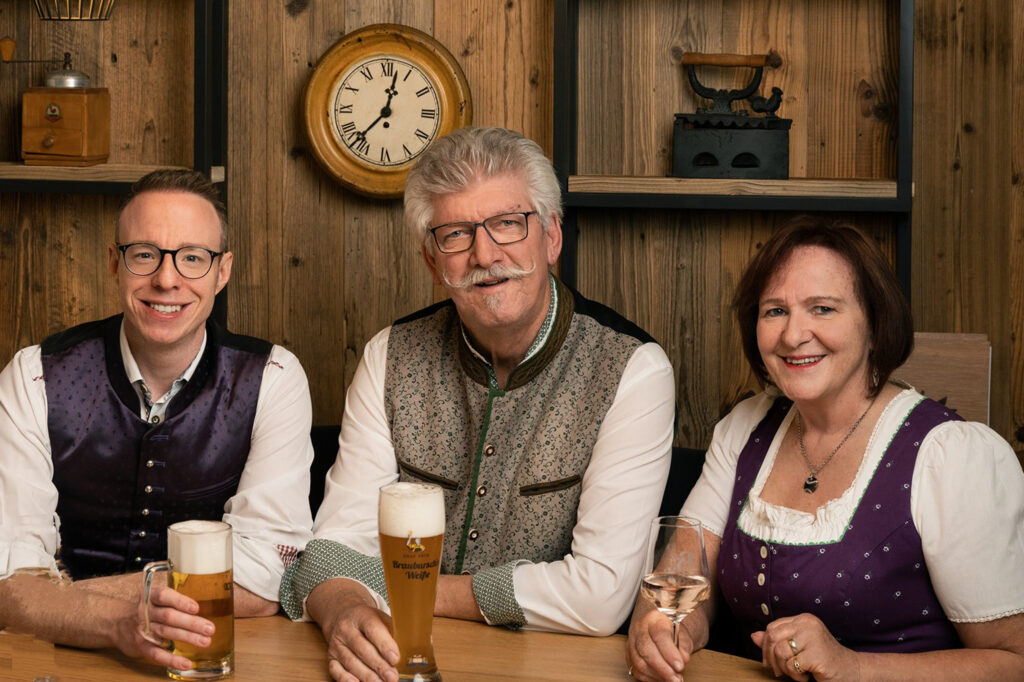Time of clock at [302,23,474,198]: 12:37
